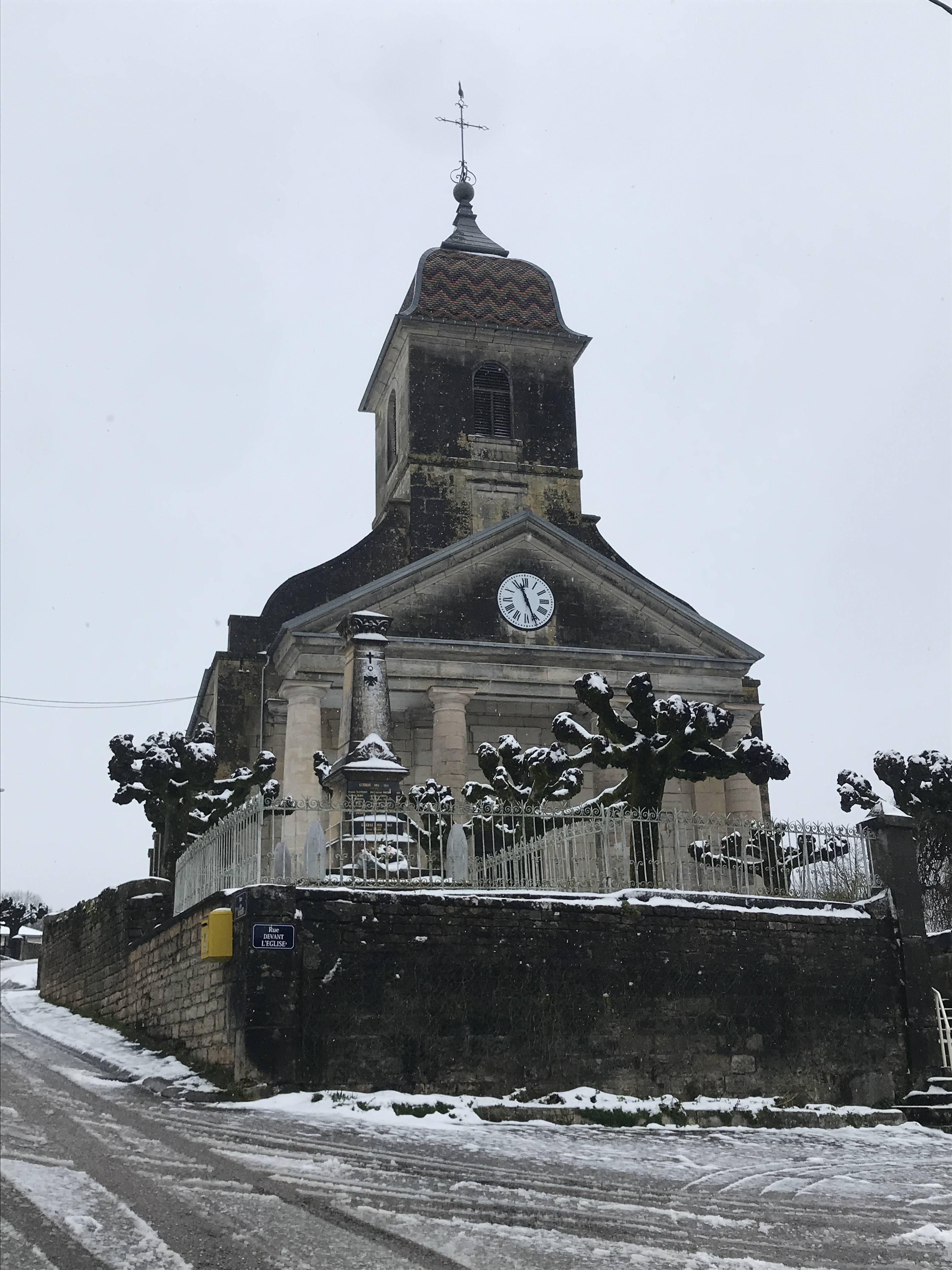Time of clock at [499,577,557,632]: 11:26
